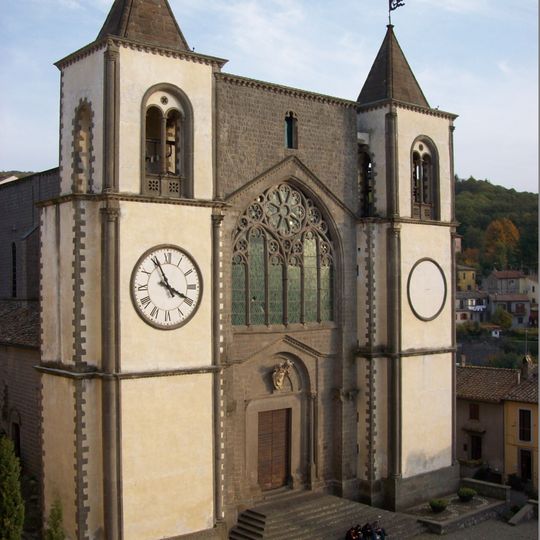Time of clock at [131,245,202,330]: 3:55
